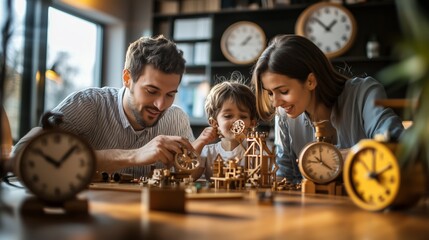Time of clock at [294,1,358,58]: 1:52
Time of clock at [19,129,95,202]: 10:07
